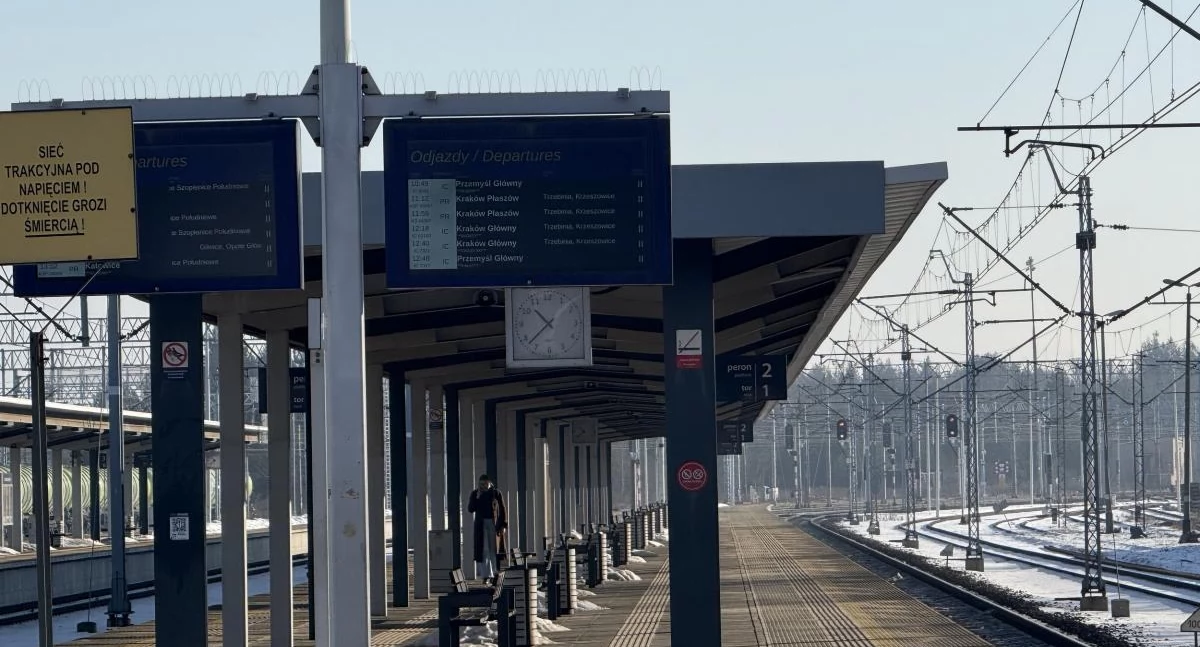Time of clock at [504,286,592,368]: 10:37
